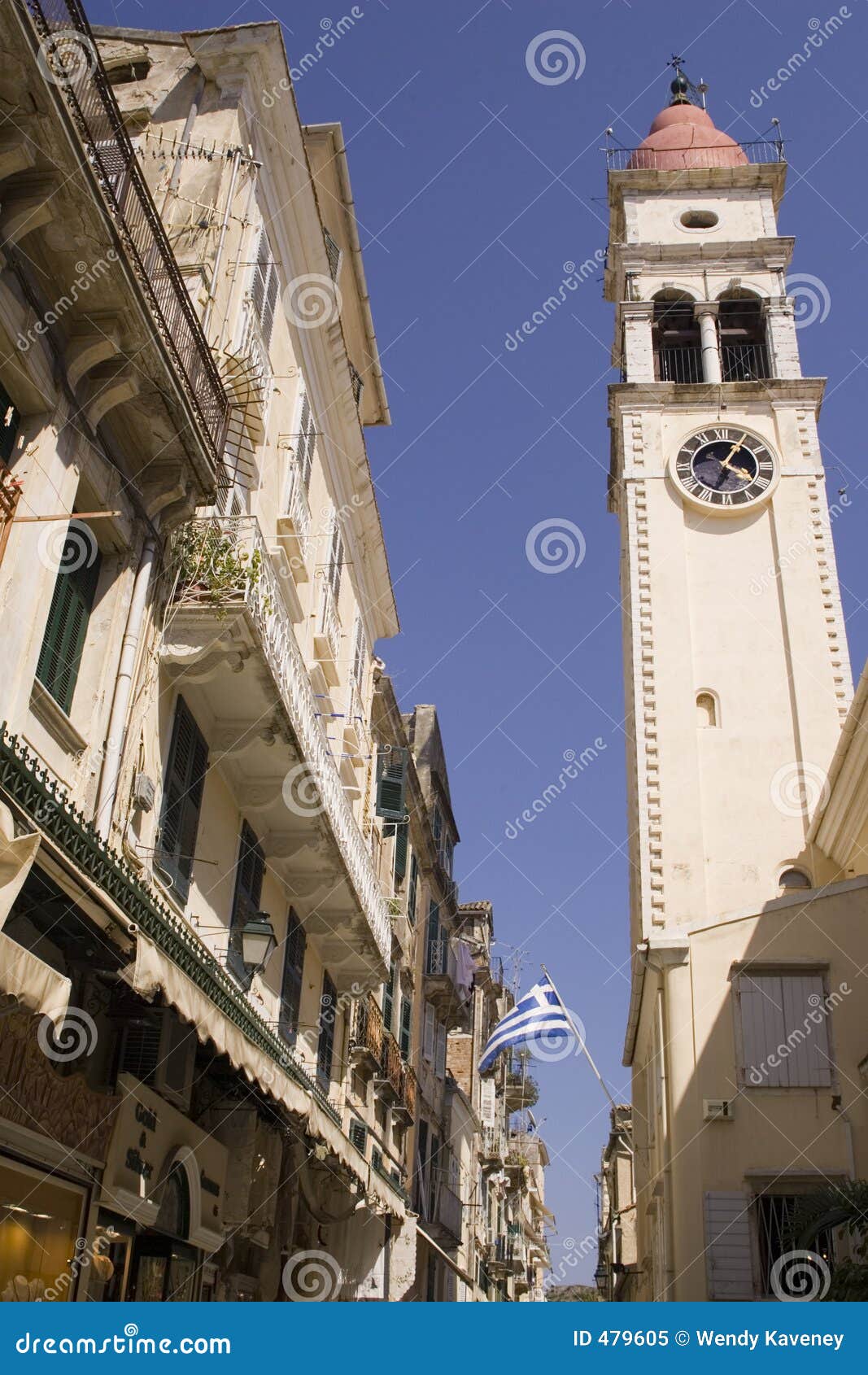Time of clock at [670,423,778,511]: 4:04
